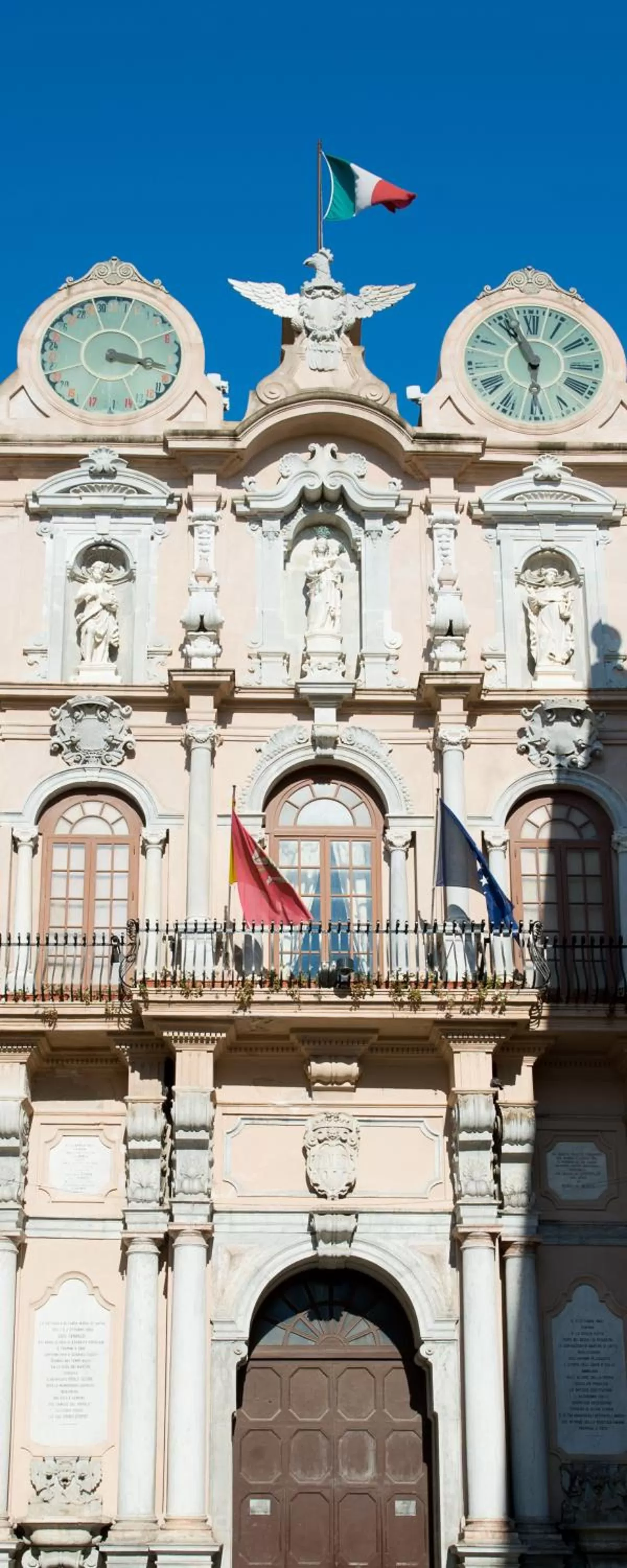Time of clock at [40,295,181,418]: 3:17
